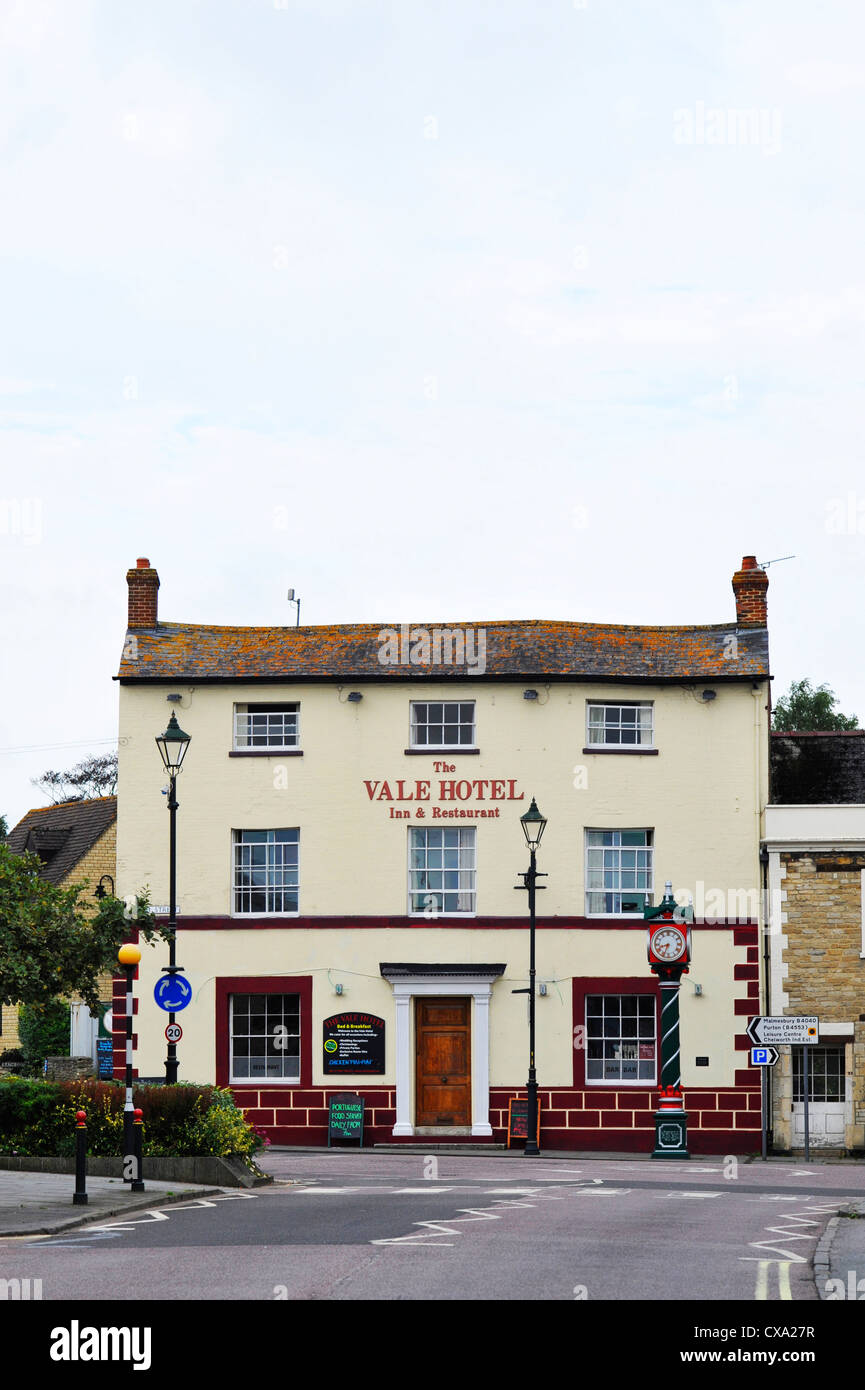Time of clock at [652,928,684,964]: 8:33
